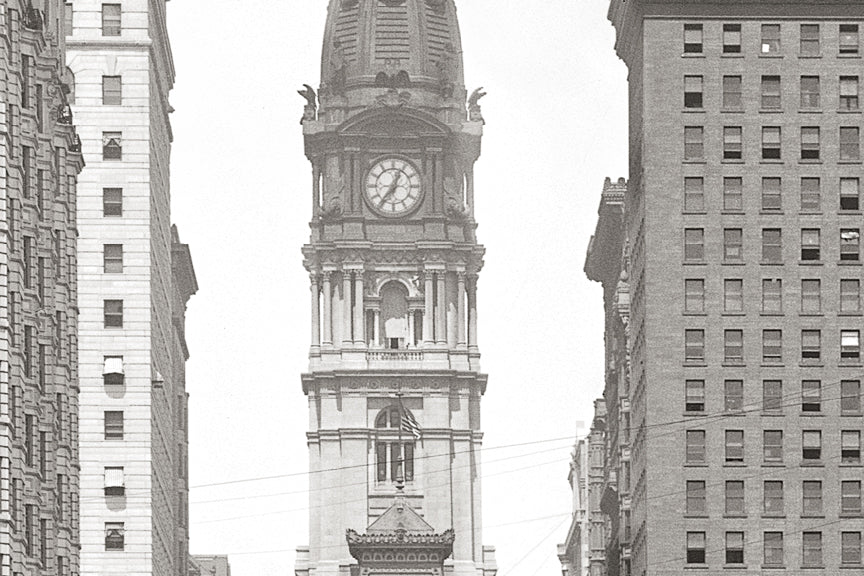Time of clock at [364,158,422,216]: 12:36
